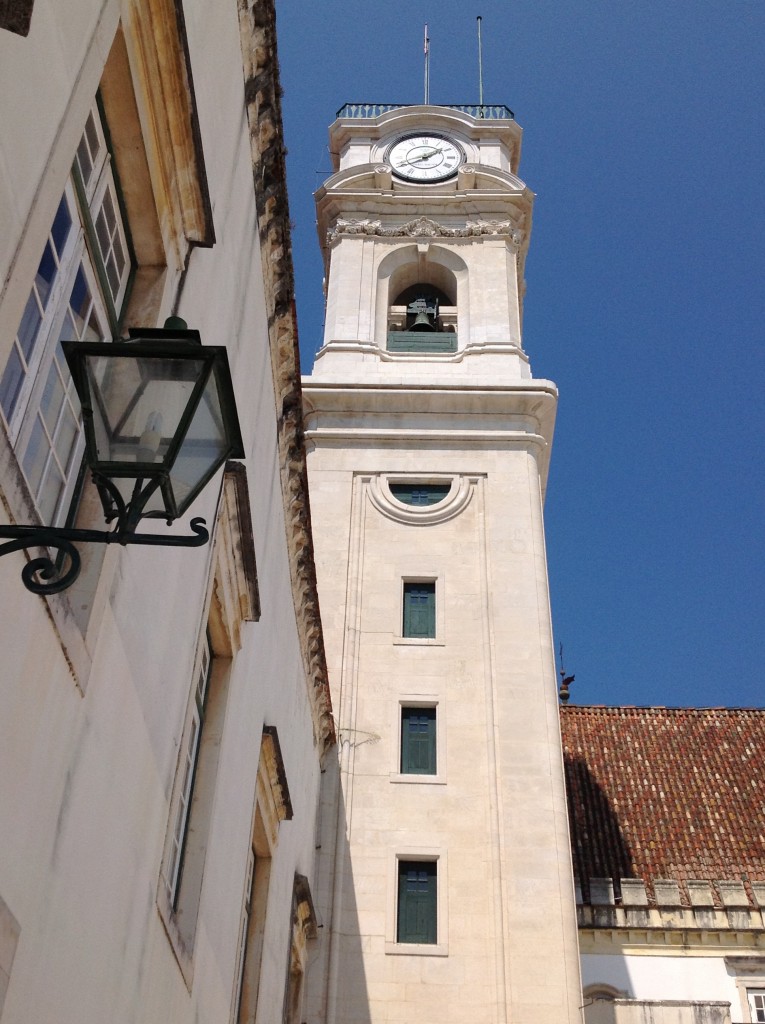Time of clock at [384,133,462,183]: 1:40
